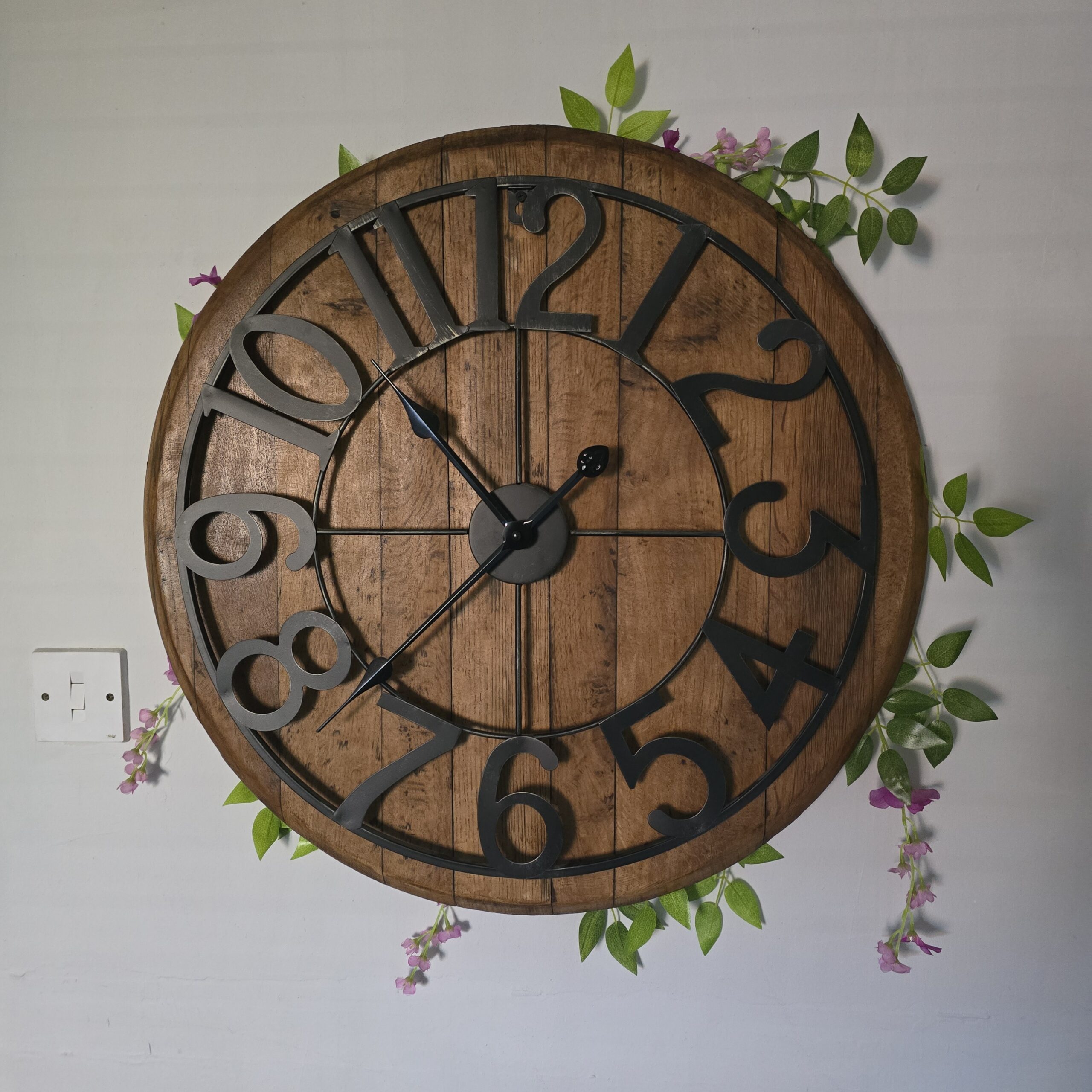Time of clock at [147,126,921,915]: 10:37
